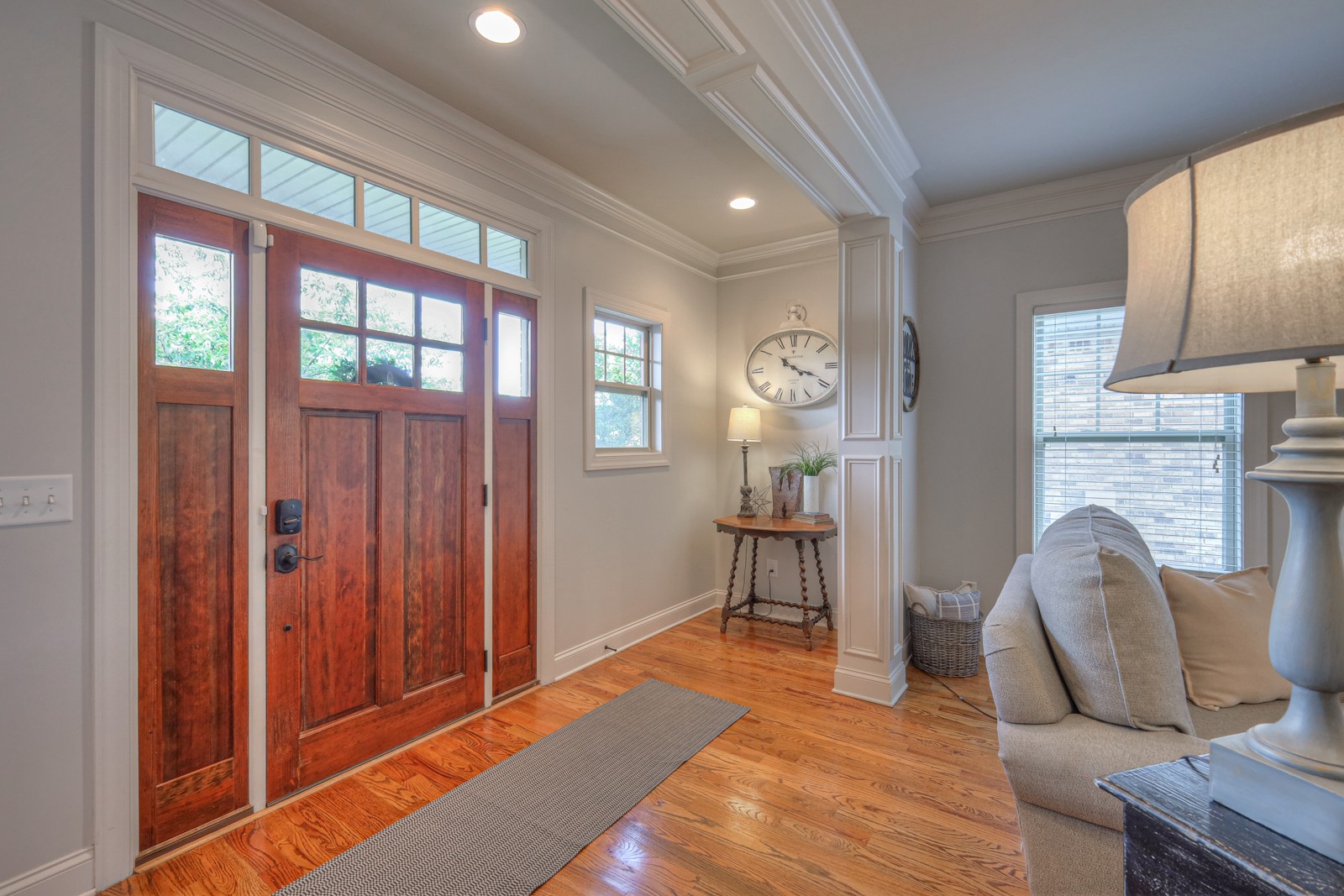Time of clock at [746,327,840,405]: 10:18
